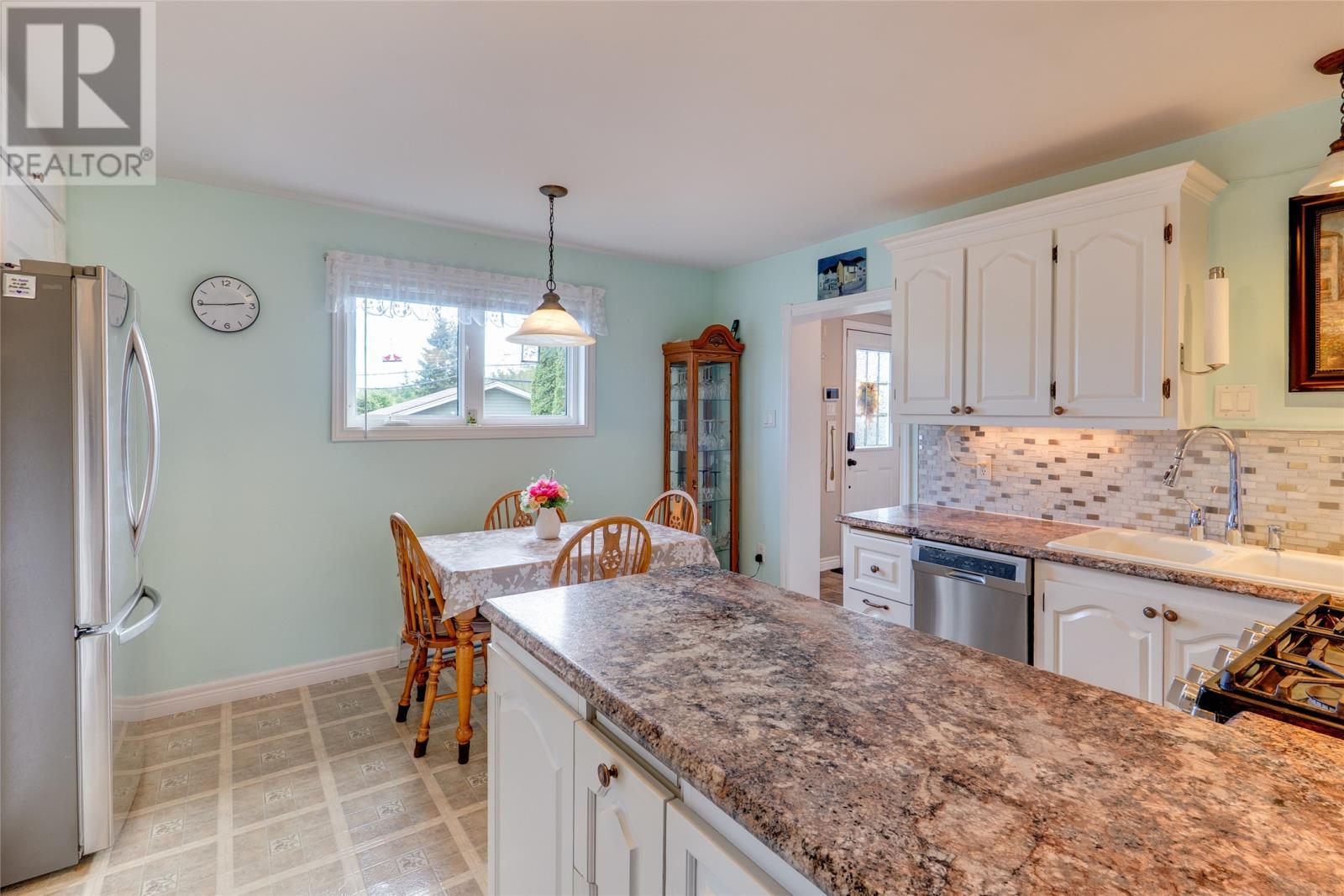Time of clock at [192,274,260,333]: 2:44
